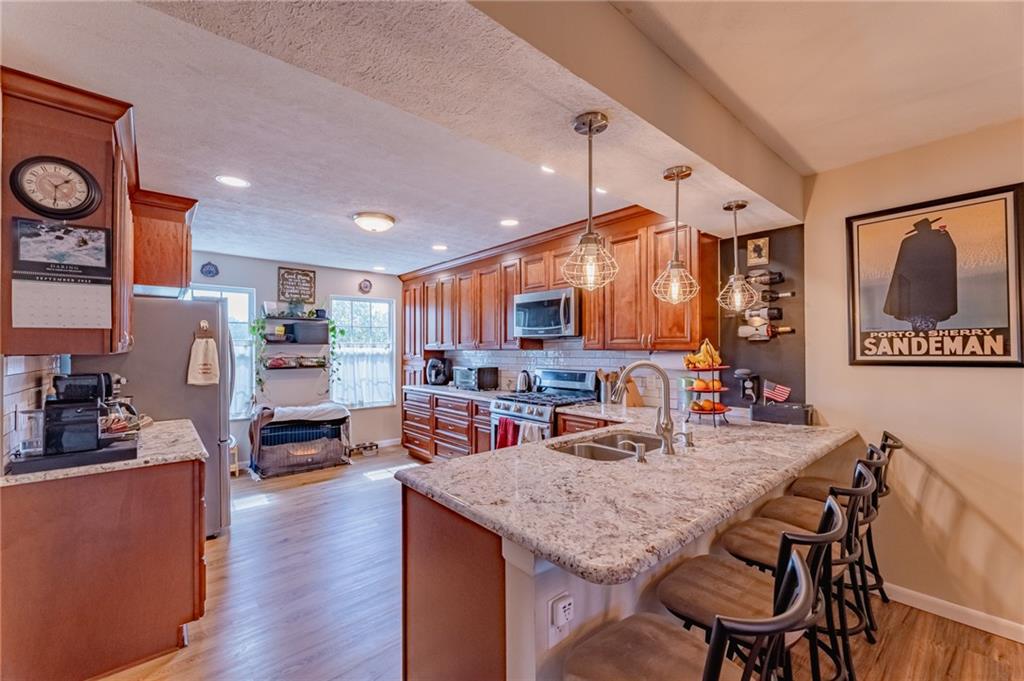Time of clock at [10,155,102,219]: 1:30
